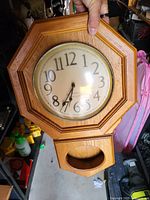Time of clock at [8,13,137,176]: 6:35
